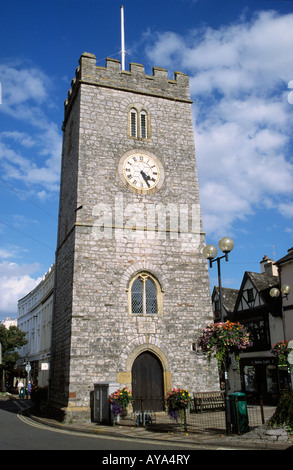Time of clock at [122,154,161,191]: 4:25
